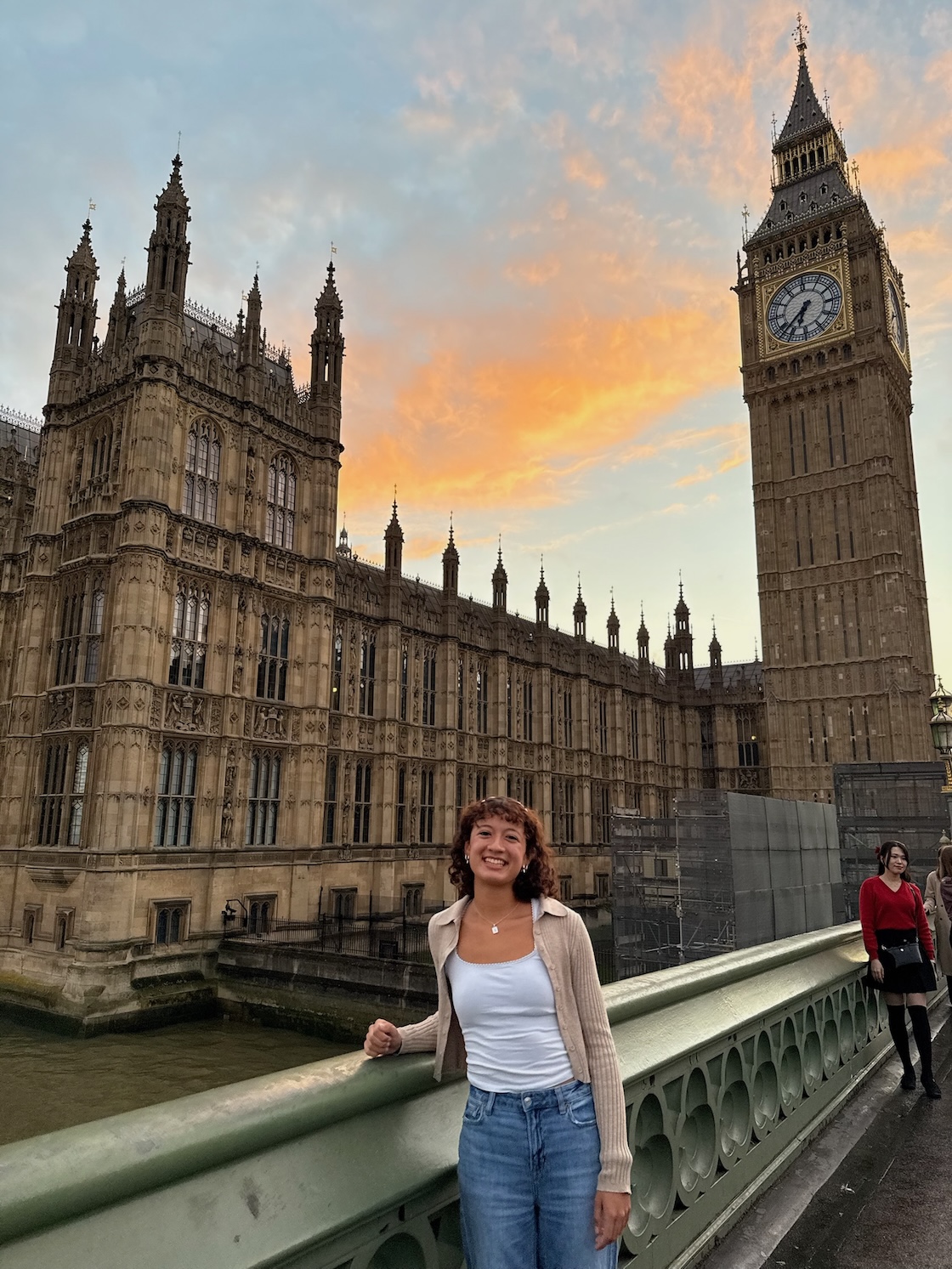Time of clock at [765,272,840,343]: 6:37
